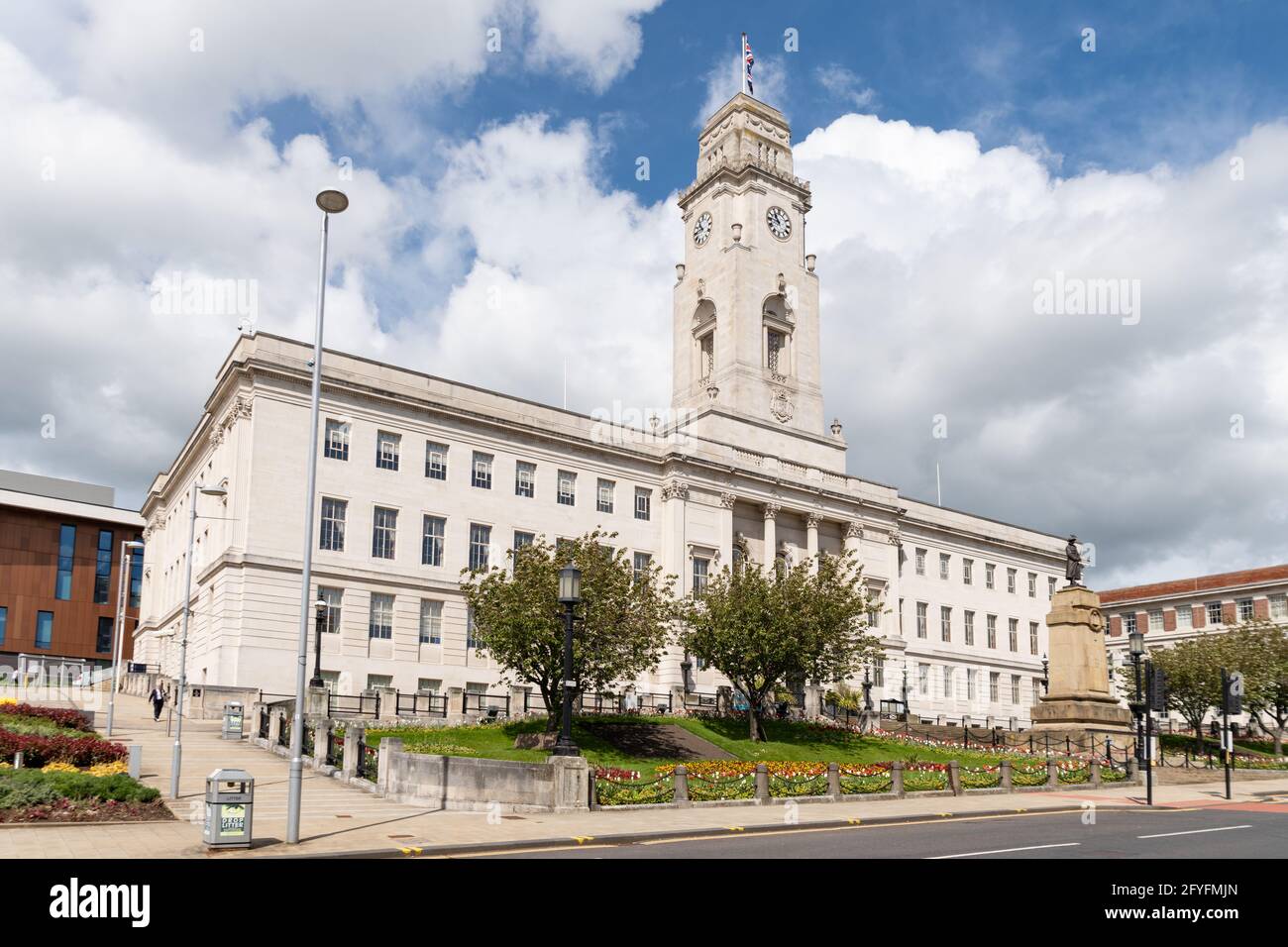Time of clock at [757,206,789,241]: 10:45
